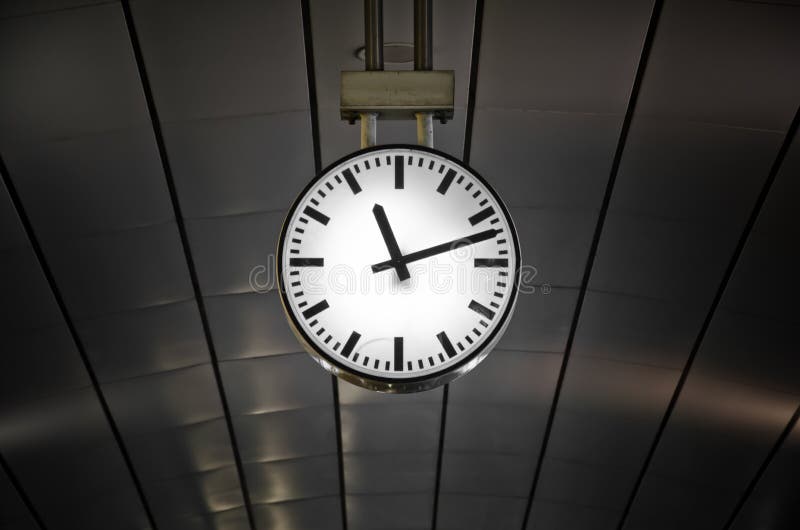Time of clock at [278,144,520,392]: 11:12
